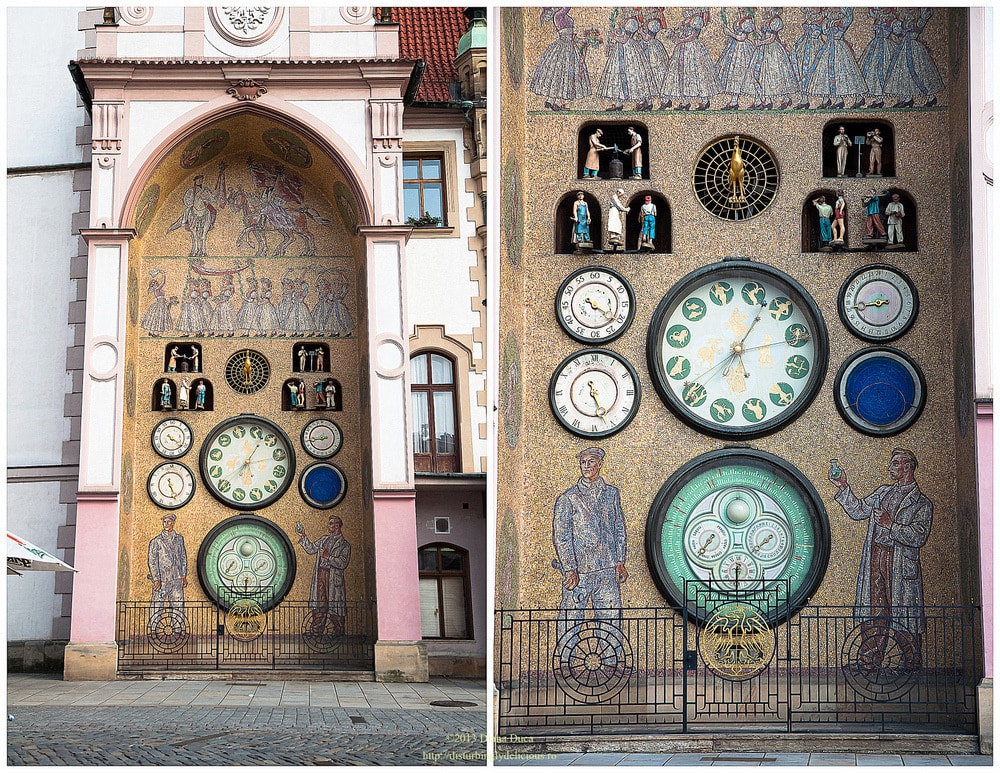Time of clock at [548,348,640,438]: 5:26
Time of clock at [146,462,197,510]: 5:26
